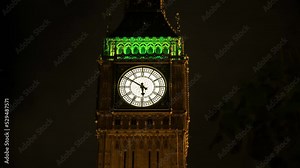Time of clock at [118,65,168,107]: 5:50
